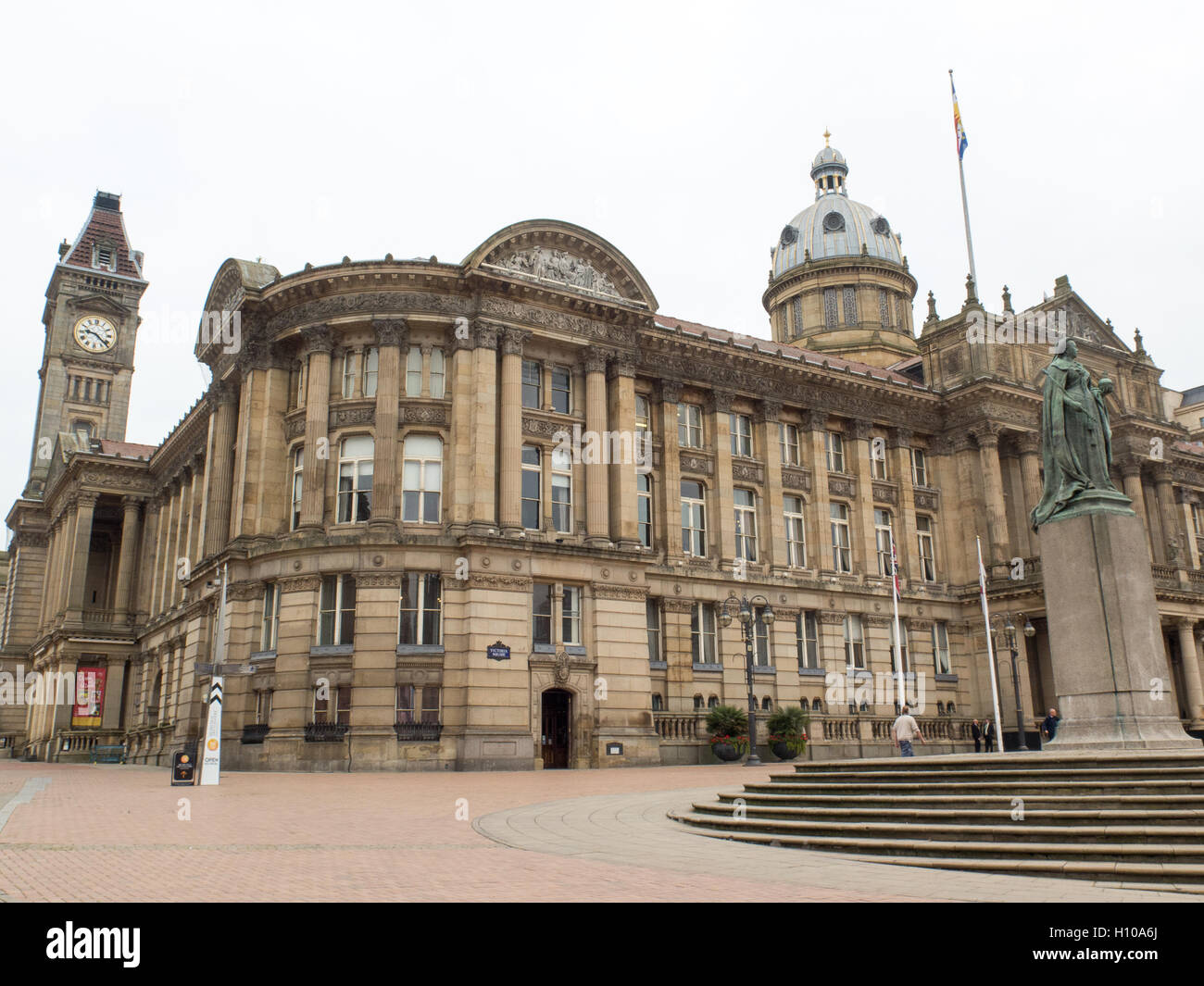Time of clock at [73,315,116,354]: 9:21
